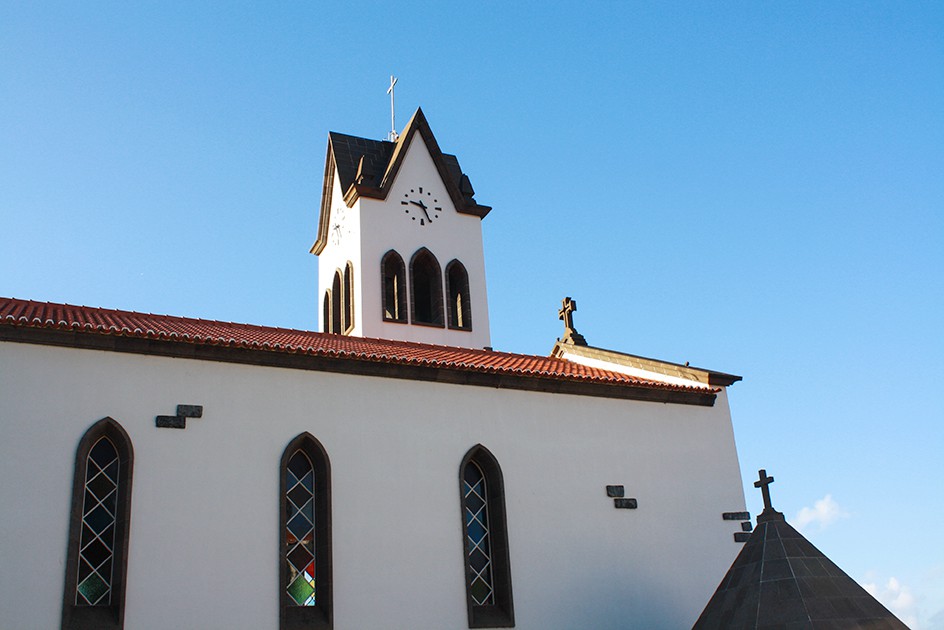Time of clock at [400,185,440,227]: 9:25
